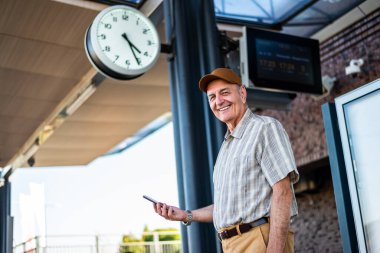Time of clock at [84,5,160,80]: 4:25
